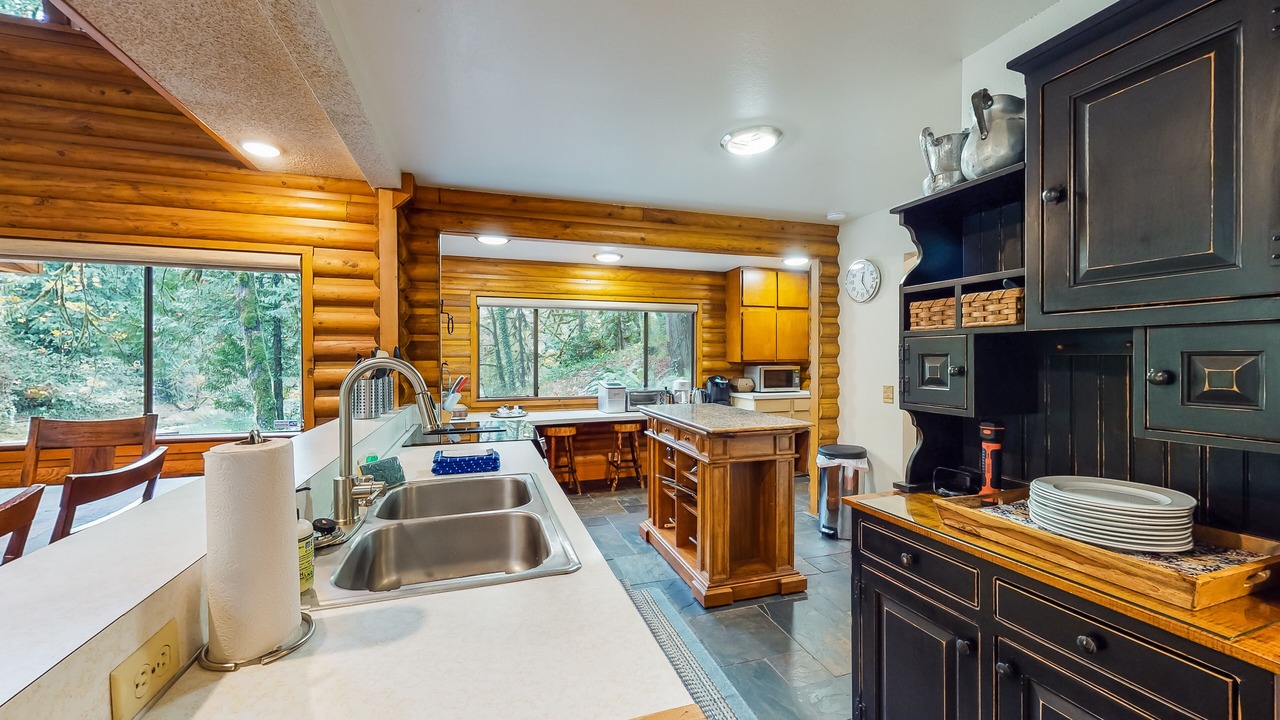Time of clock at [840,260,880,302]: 12:24
